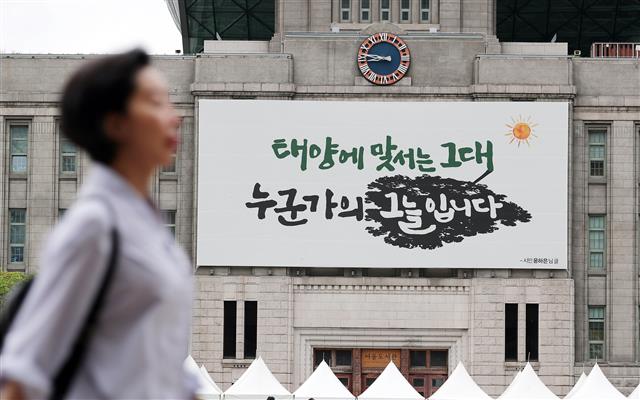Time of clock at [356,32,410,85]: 8:47
